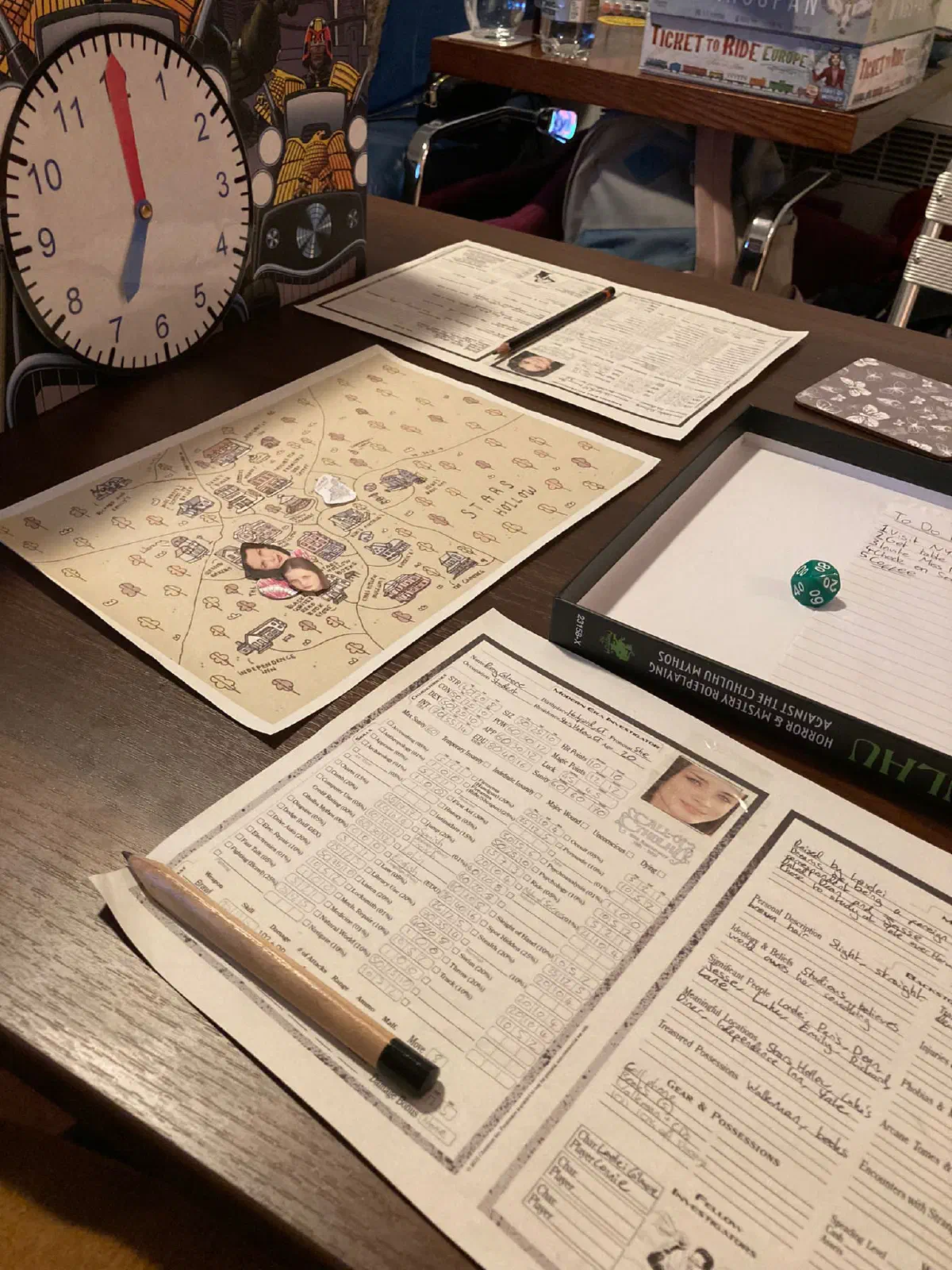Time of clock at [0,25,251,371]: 7:00
